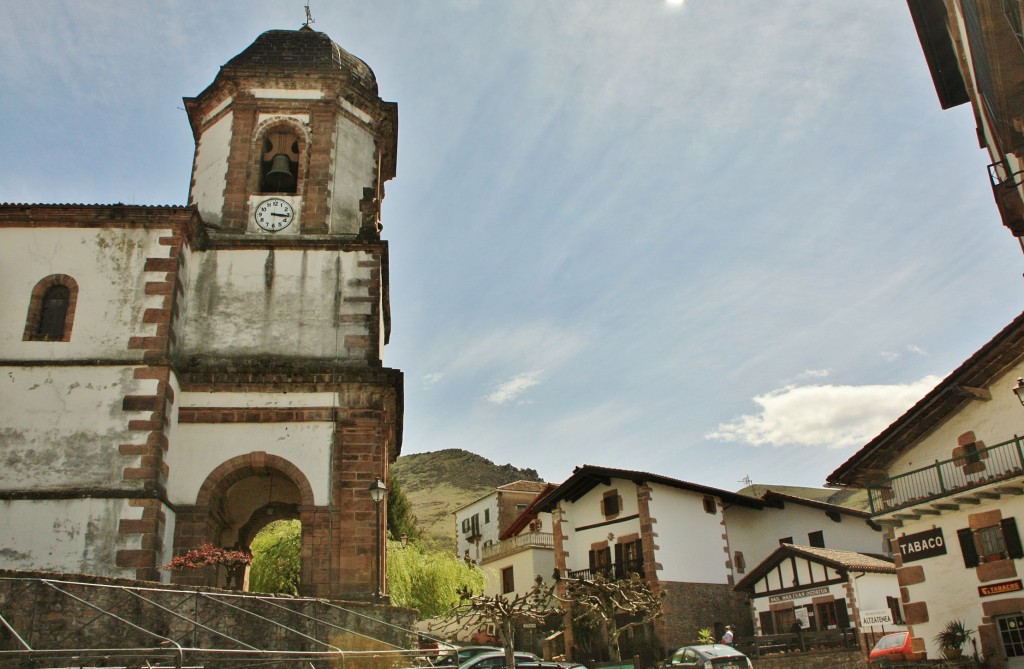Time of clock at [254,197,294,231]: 3:16
